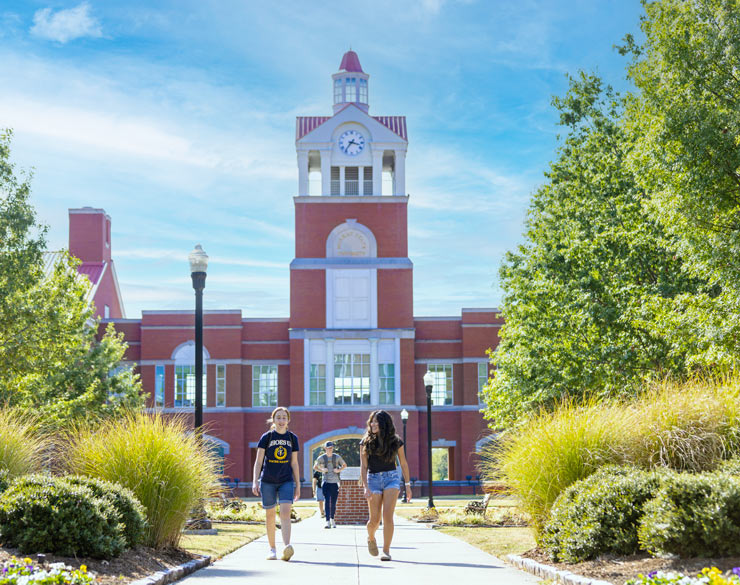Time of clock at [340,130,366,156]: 3:36
